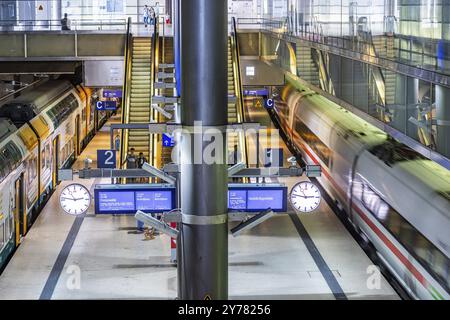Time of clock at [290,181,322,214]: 2:46
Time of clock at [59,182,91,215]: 2:46
